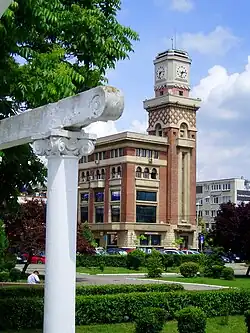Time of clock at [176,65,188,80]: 2:32
